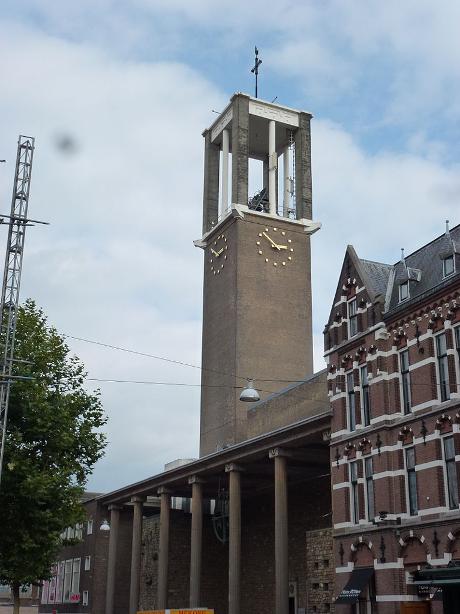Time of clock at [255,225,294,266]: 2:52
